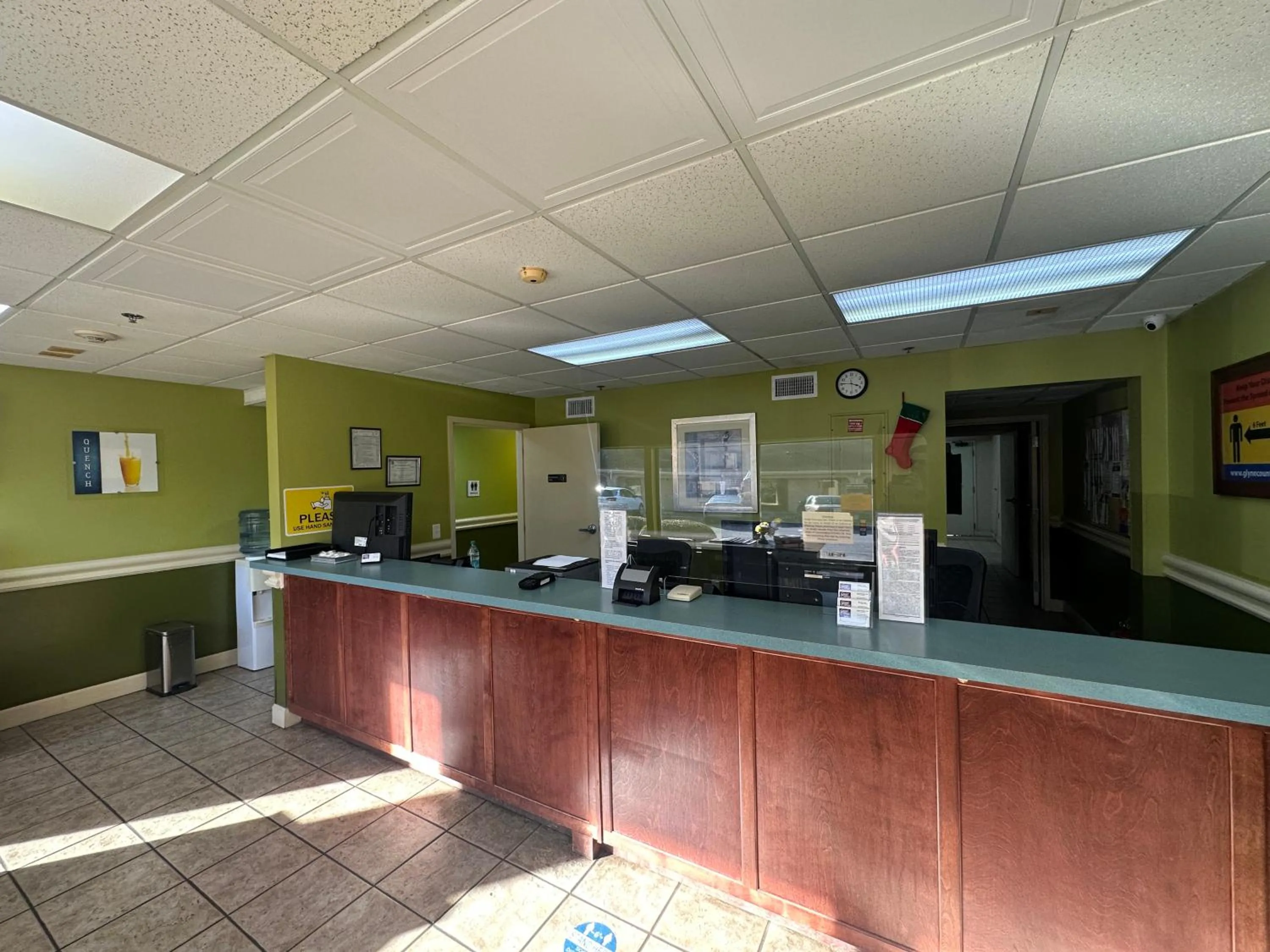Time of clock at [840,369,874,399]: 3:45
